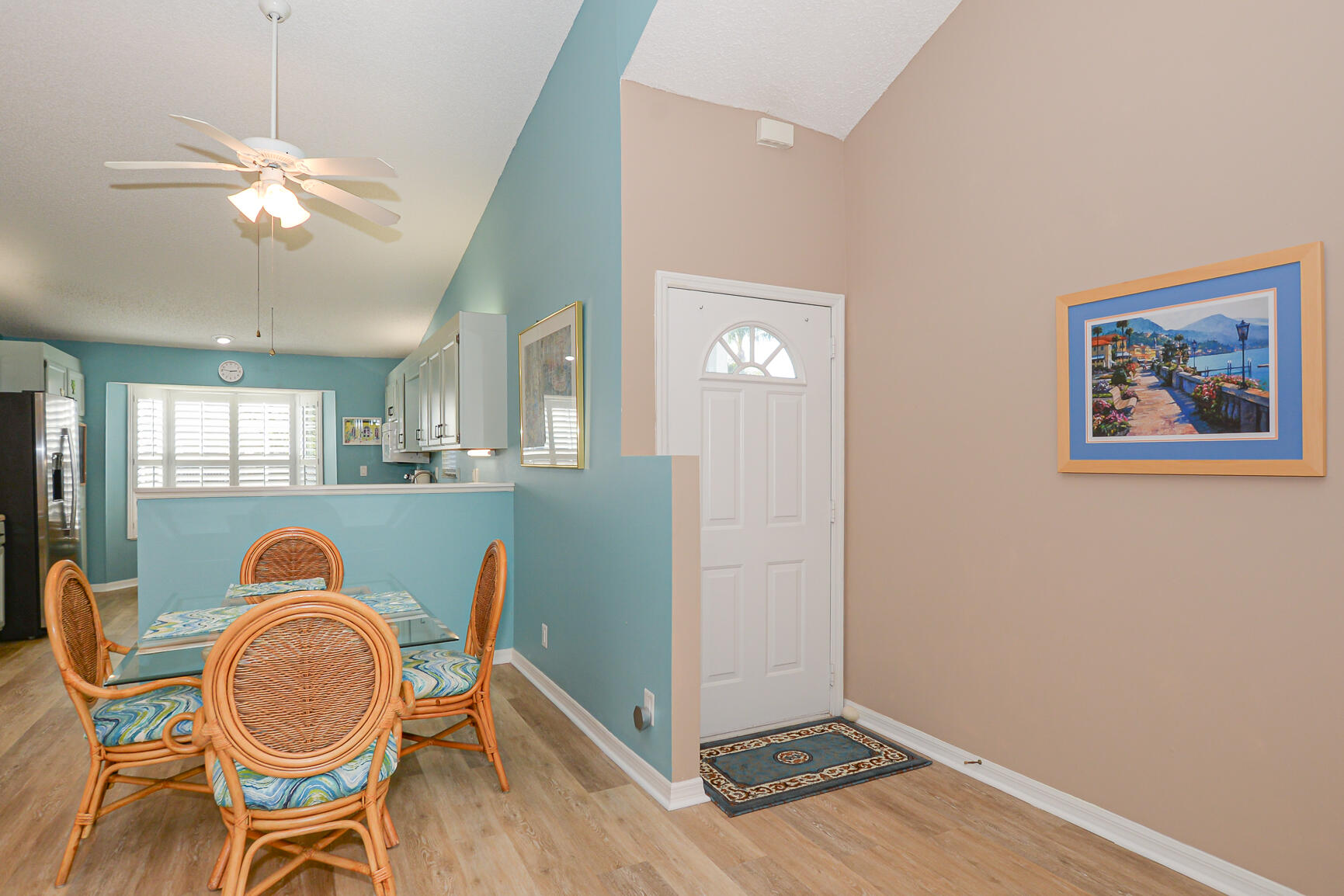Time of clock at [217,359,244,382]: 2:46
